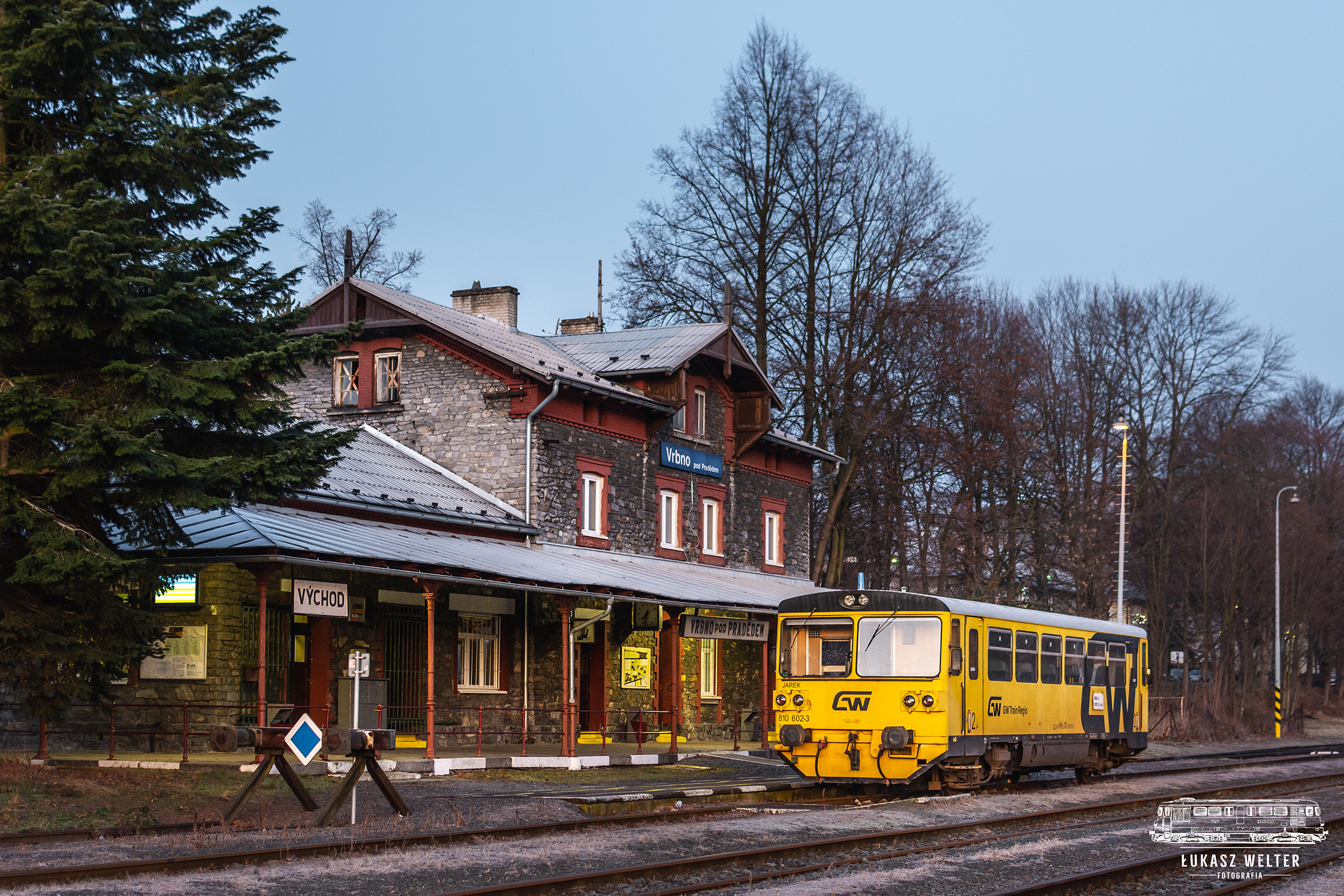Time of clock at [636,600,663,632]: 7:32
